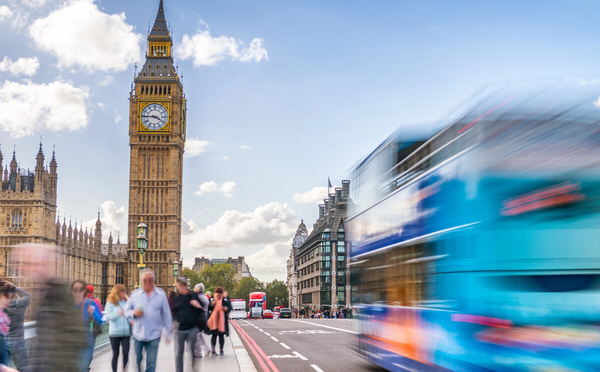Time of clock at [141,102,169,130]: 3:45
